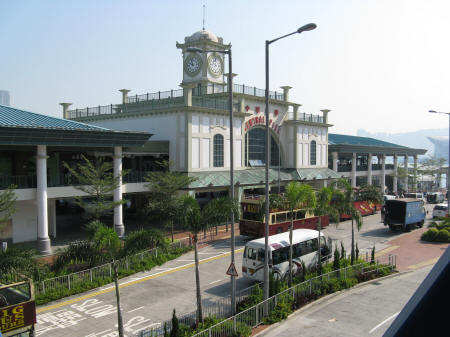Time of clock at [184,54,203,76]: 9:57
